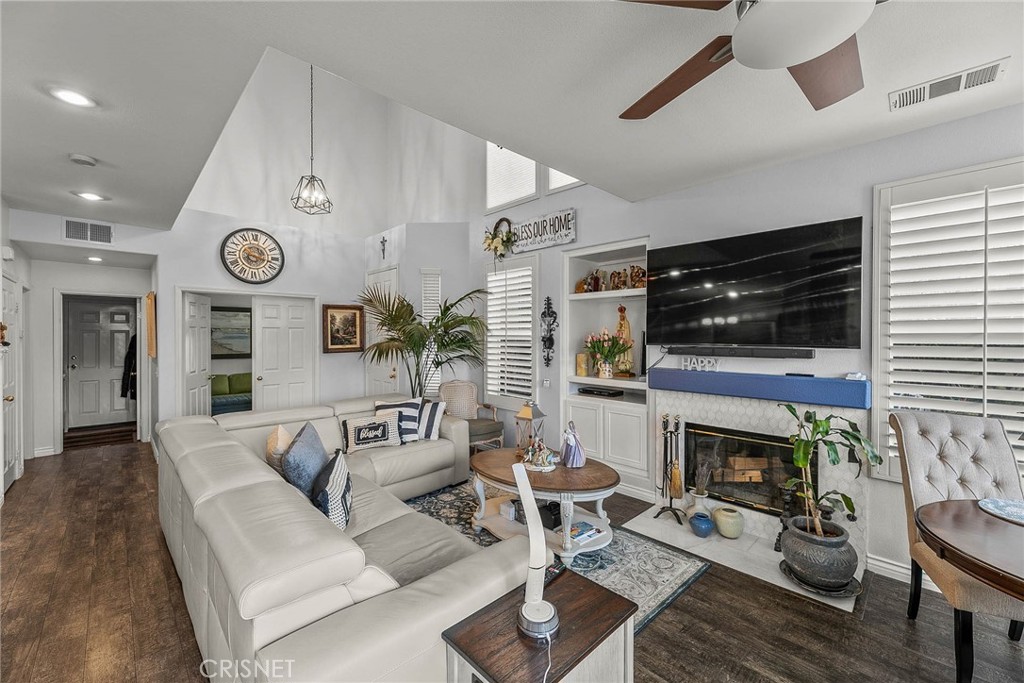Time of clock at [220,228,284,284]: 3:17
